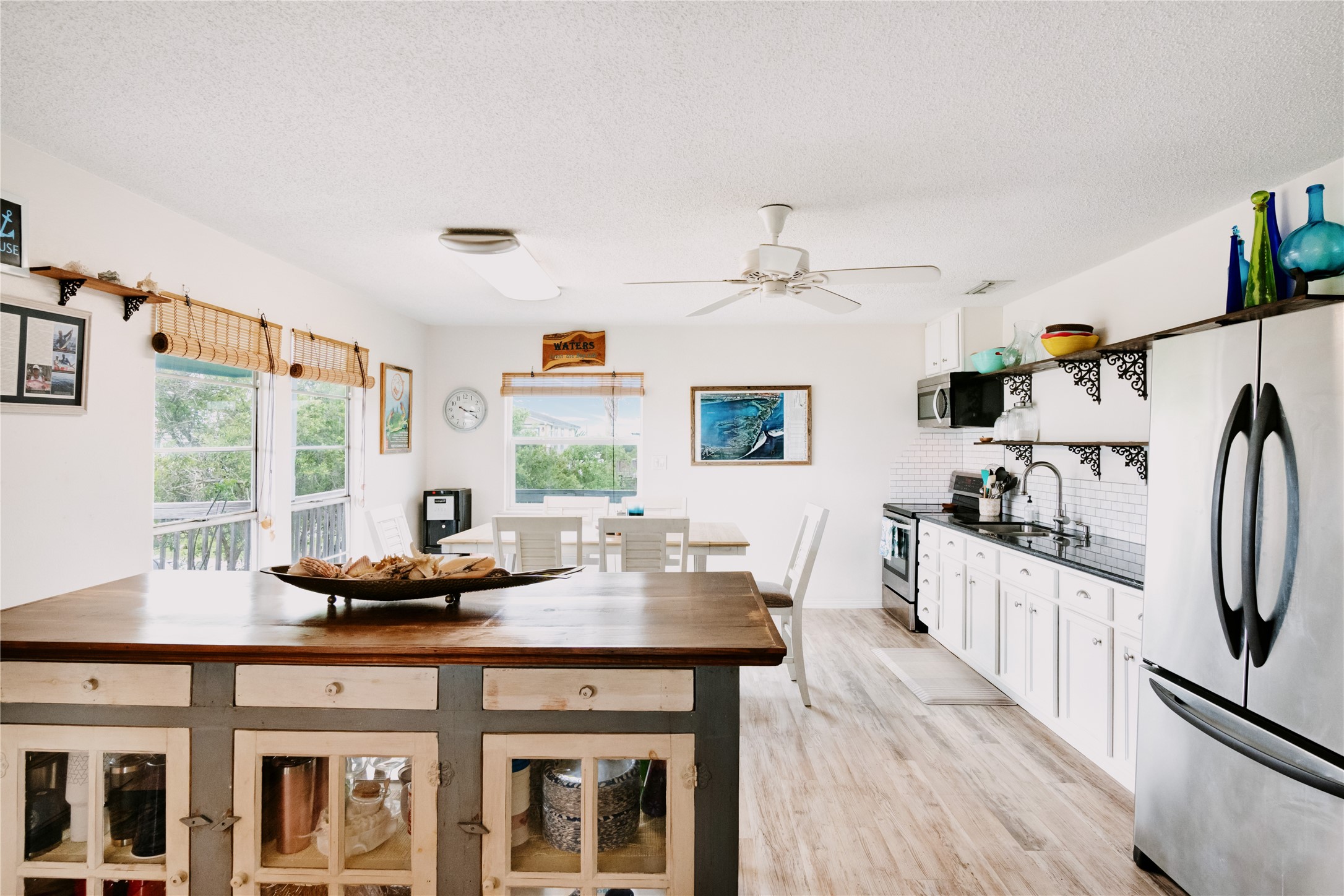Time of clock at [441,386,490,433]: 3:20
